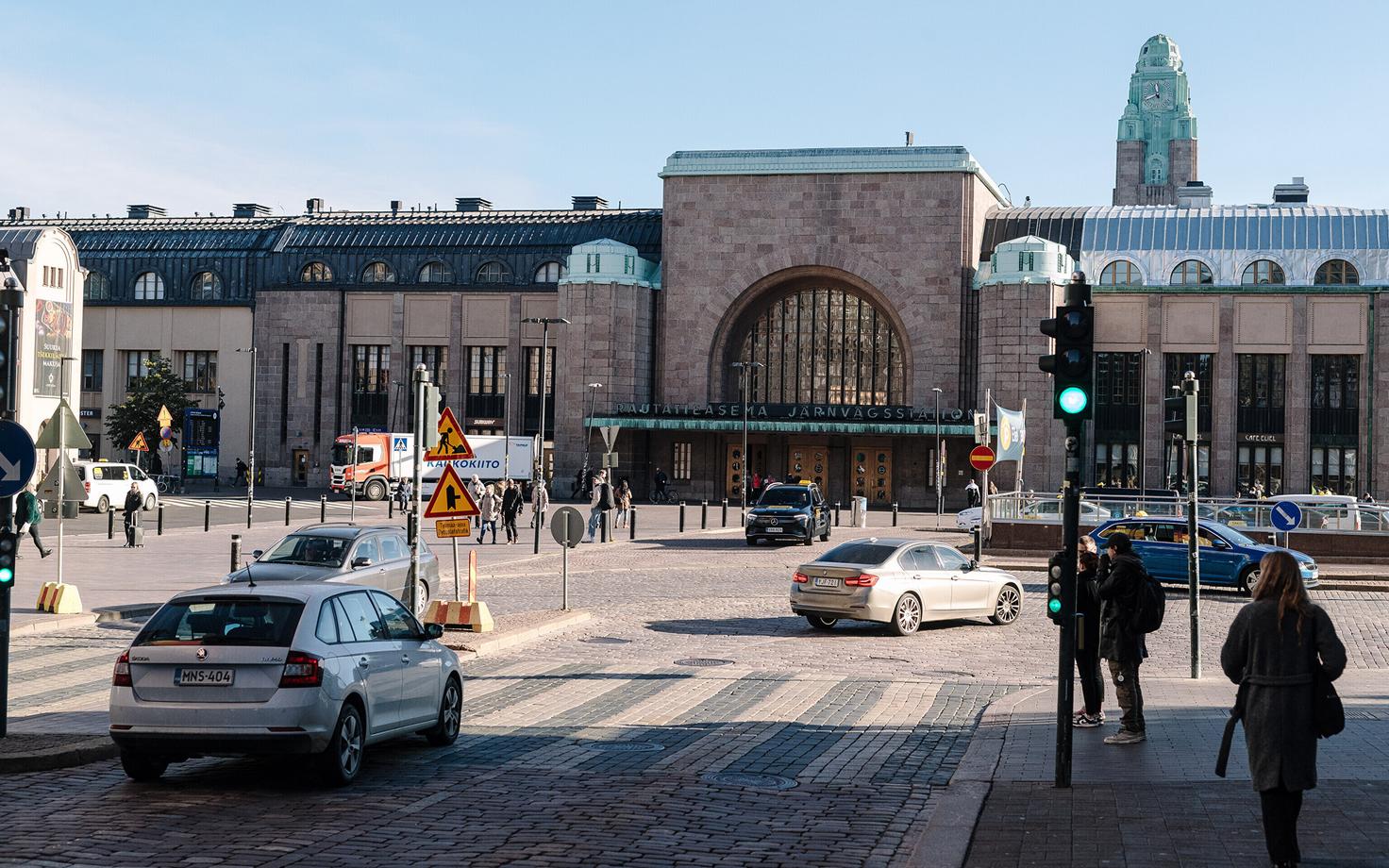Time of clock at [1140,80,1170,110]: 11:41
